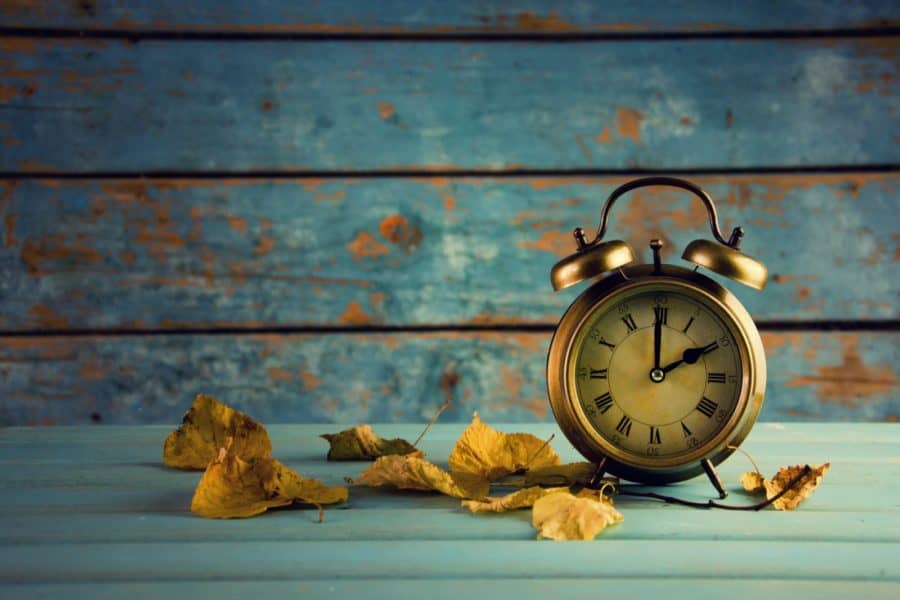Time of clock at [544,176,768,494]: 2:00
